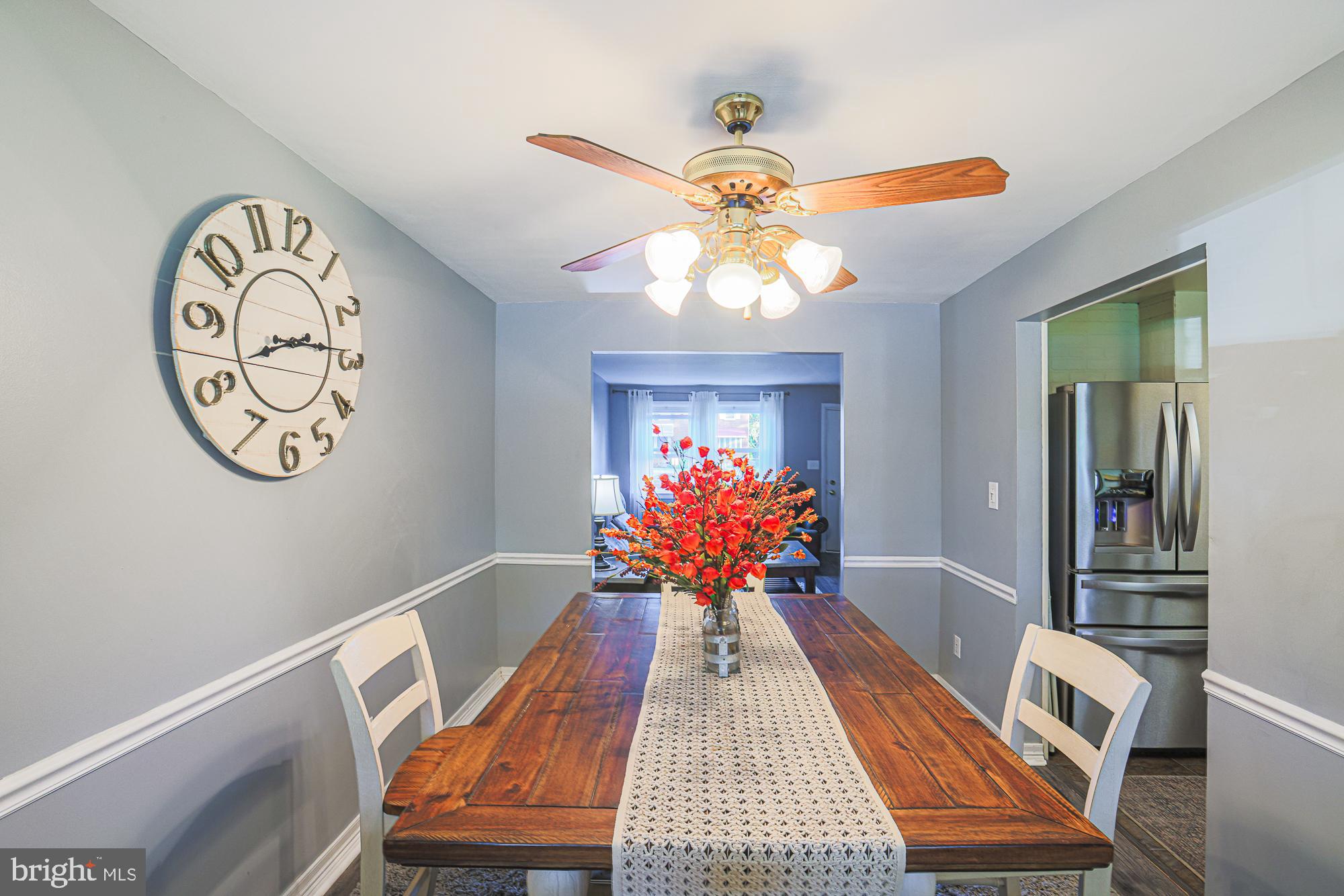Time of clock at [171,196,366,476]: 8:14
